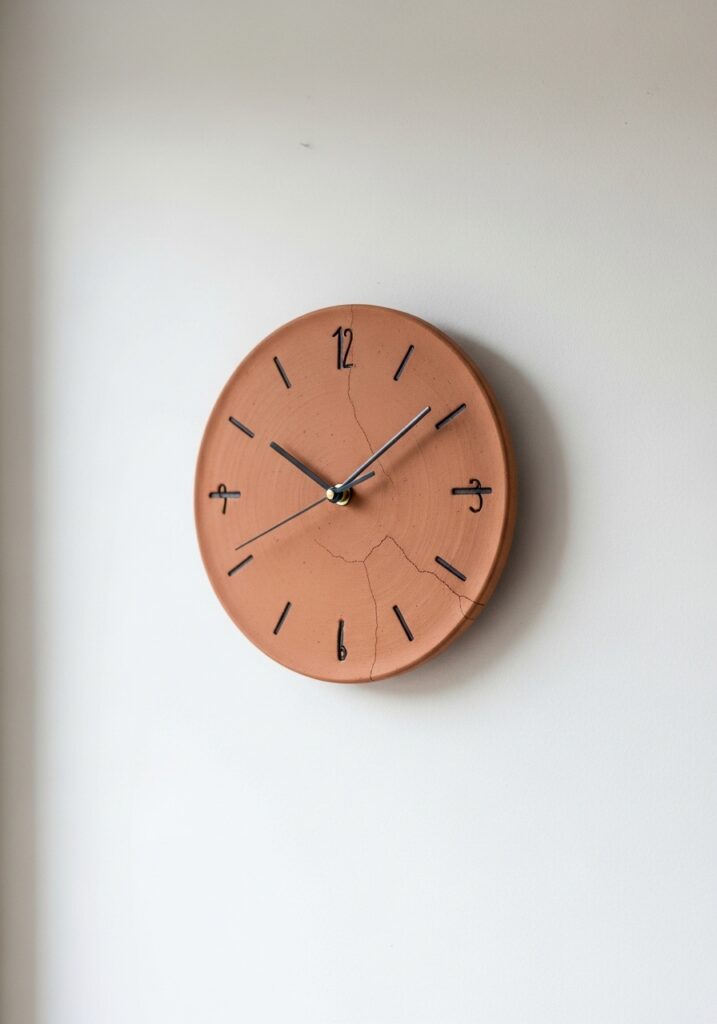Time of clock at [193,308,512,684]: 10:08
